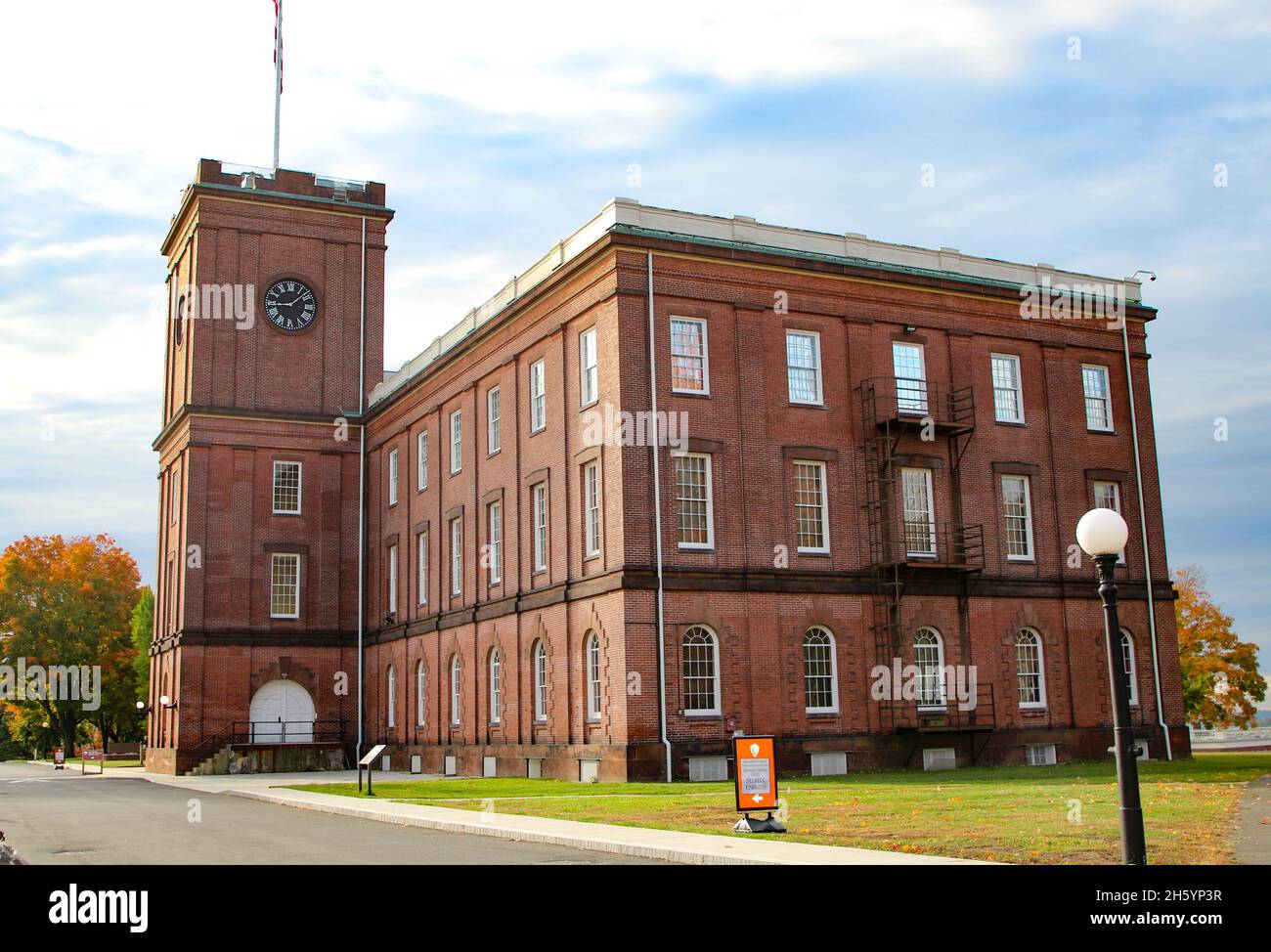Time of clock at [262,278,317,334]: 1:44
